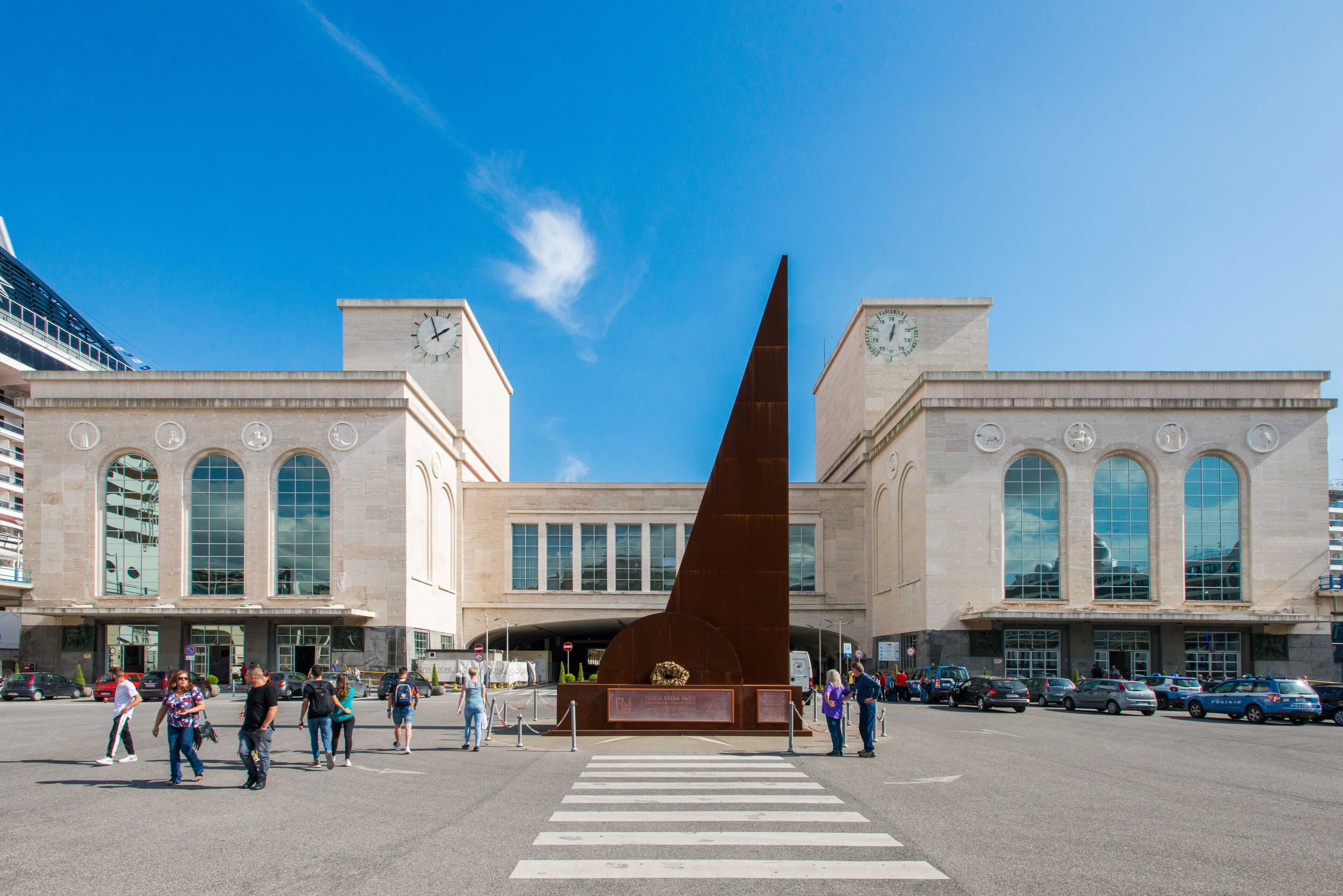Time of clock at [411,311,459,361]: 1:57
